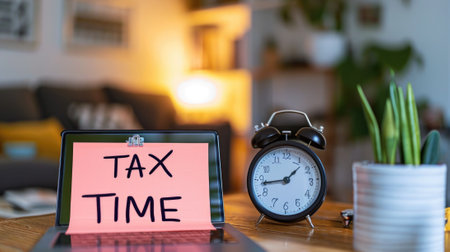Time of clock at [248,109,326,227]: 1:43
